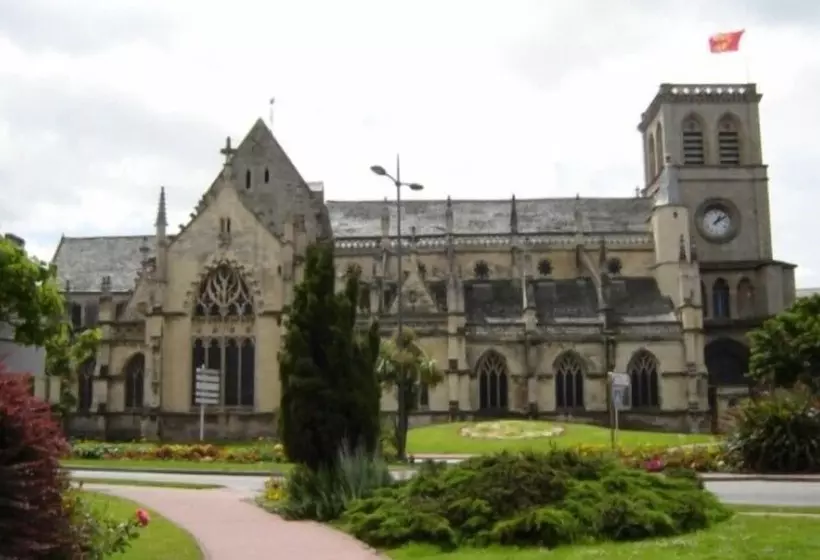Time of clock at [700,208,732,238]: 1:09
